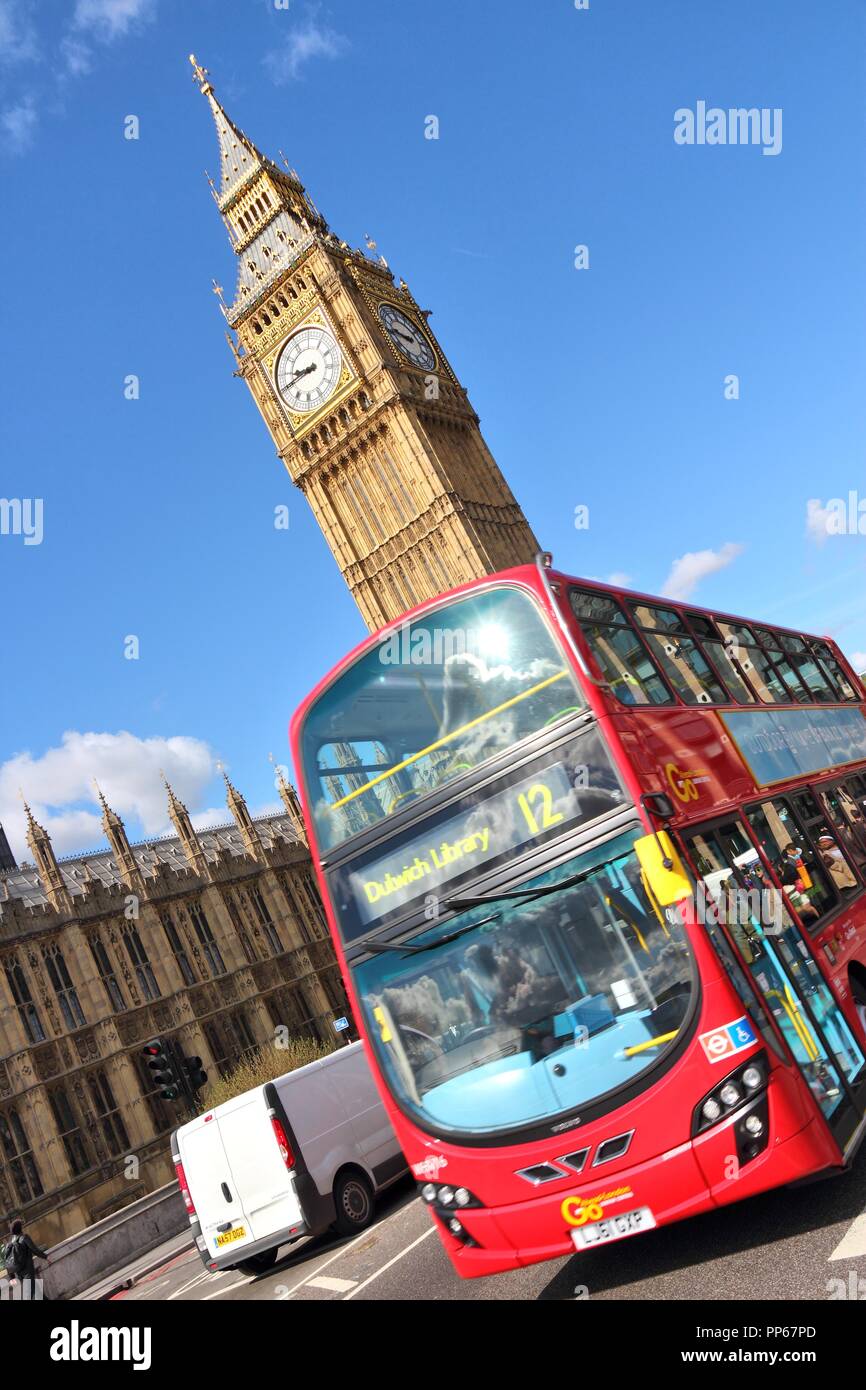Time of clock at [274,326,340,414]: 8:40
